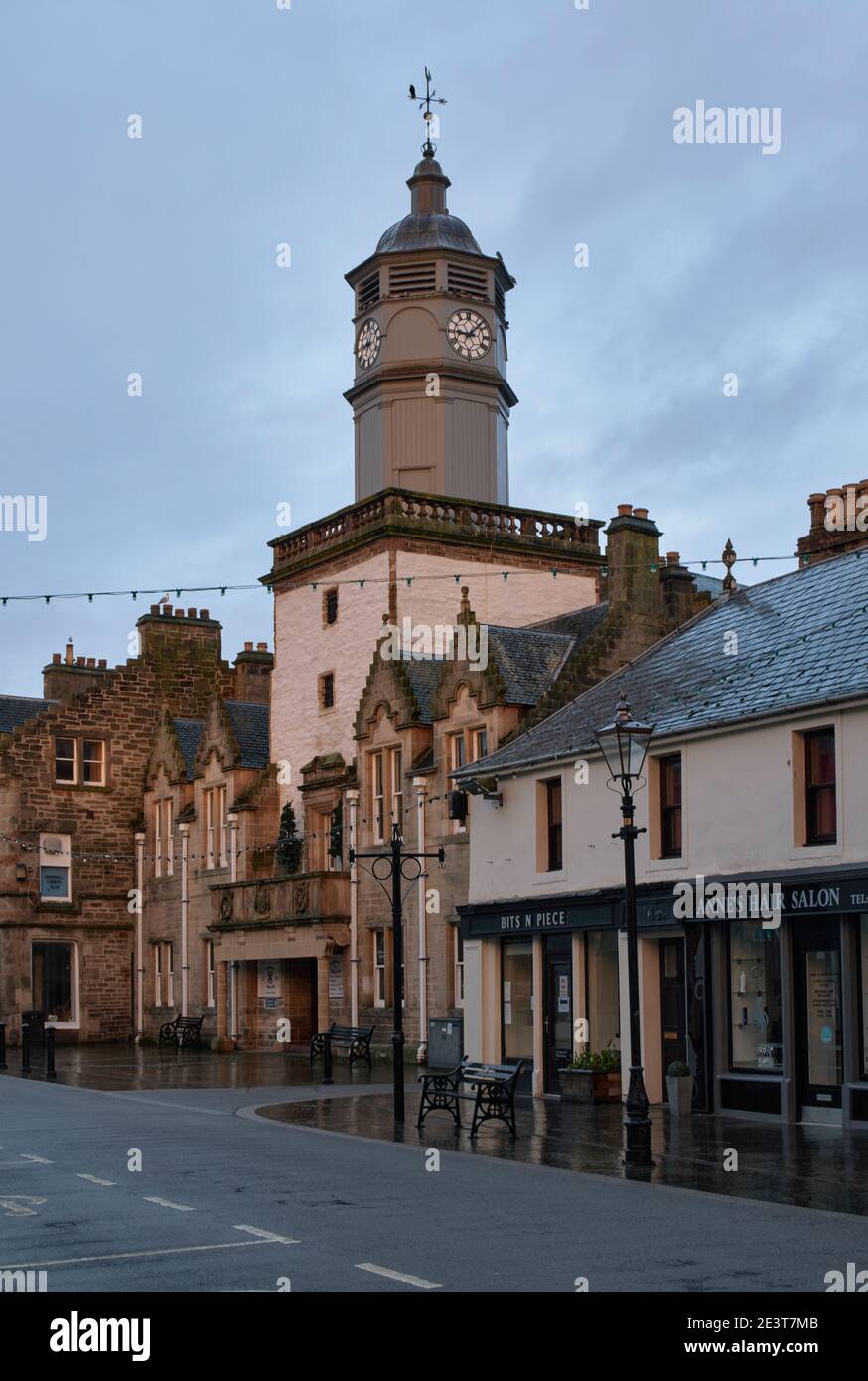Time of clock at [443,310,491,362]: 9:07
